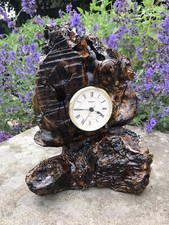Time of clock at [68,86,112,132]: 3:44
